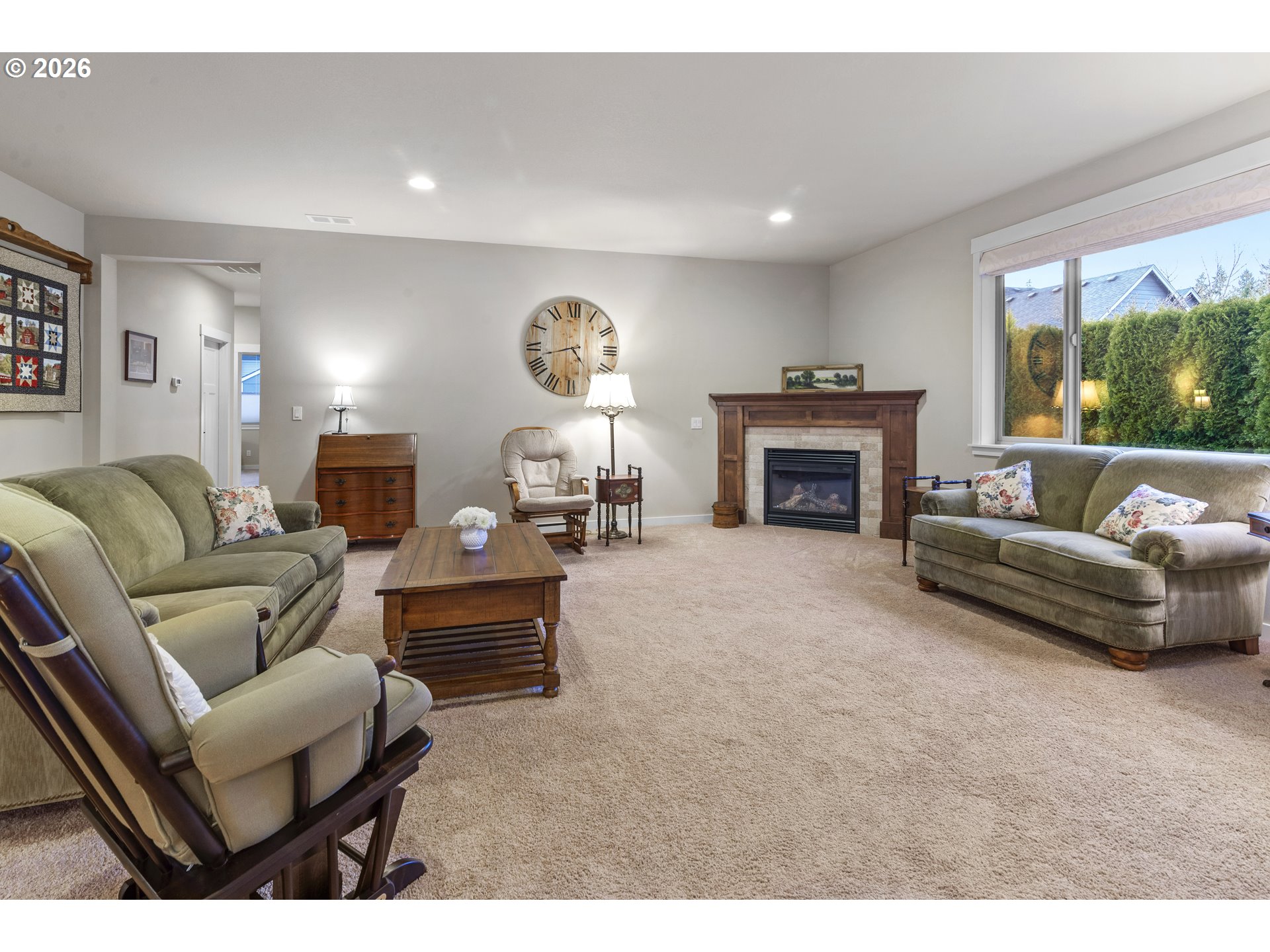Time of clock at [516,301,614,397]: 4:42
